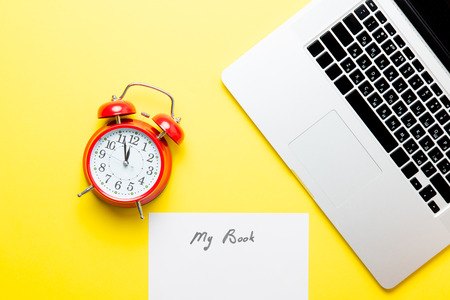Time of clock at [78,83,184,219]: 11:56
